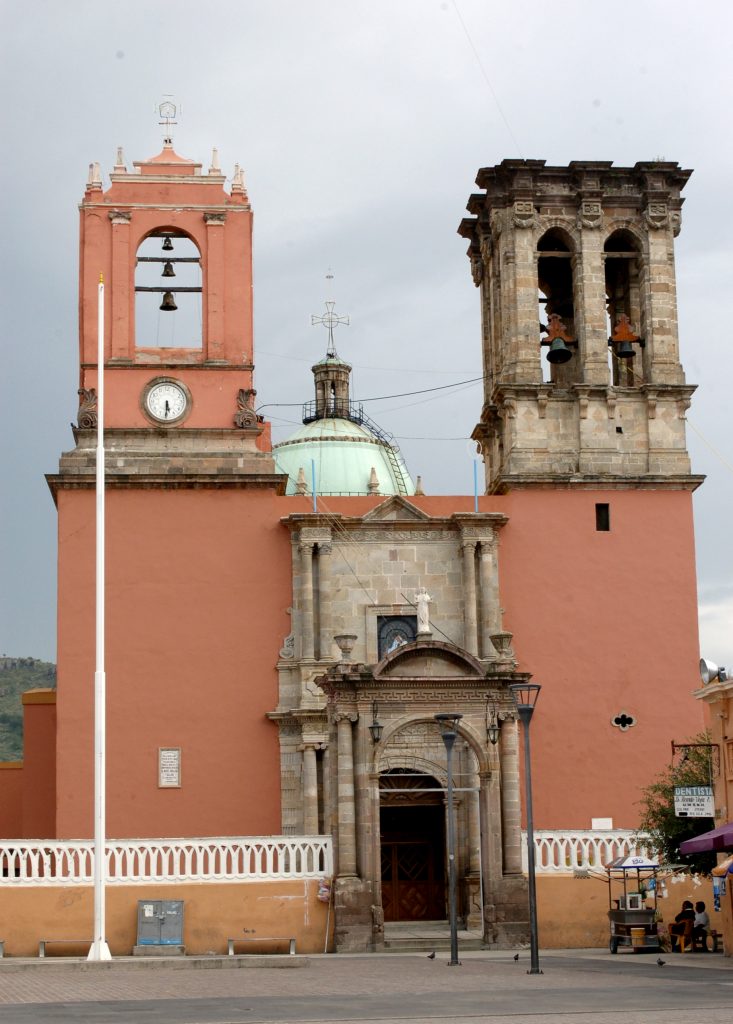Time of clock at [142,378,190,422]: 5:30
